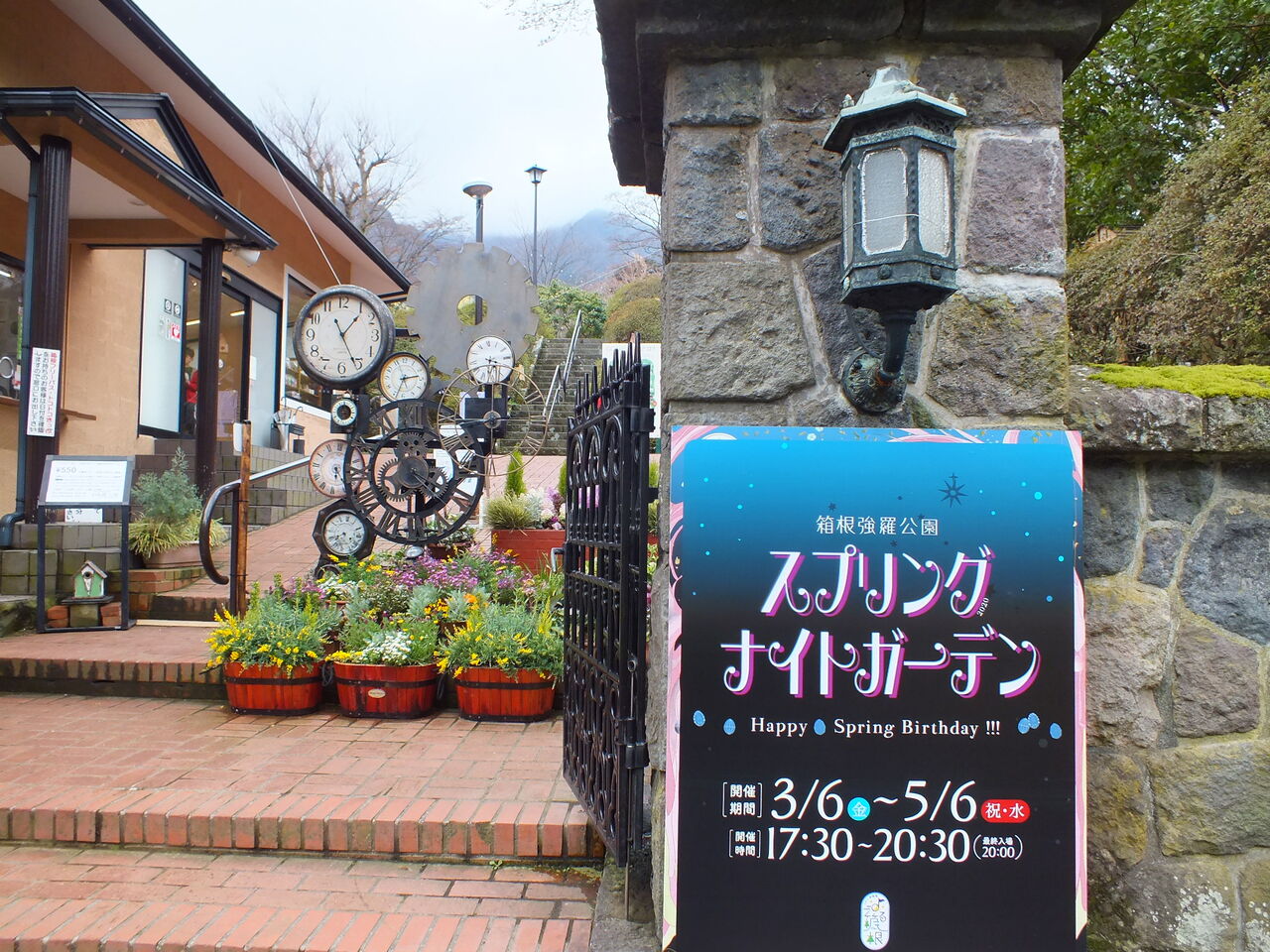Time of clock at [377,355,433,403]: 2:33
